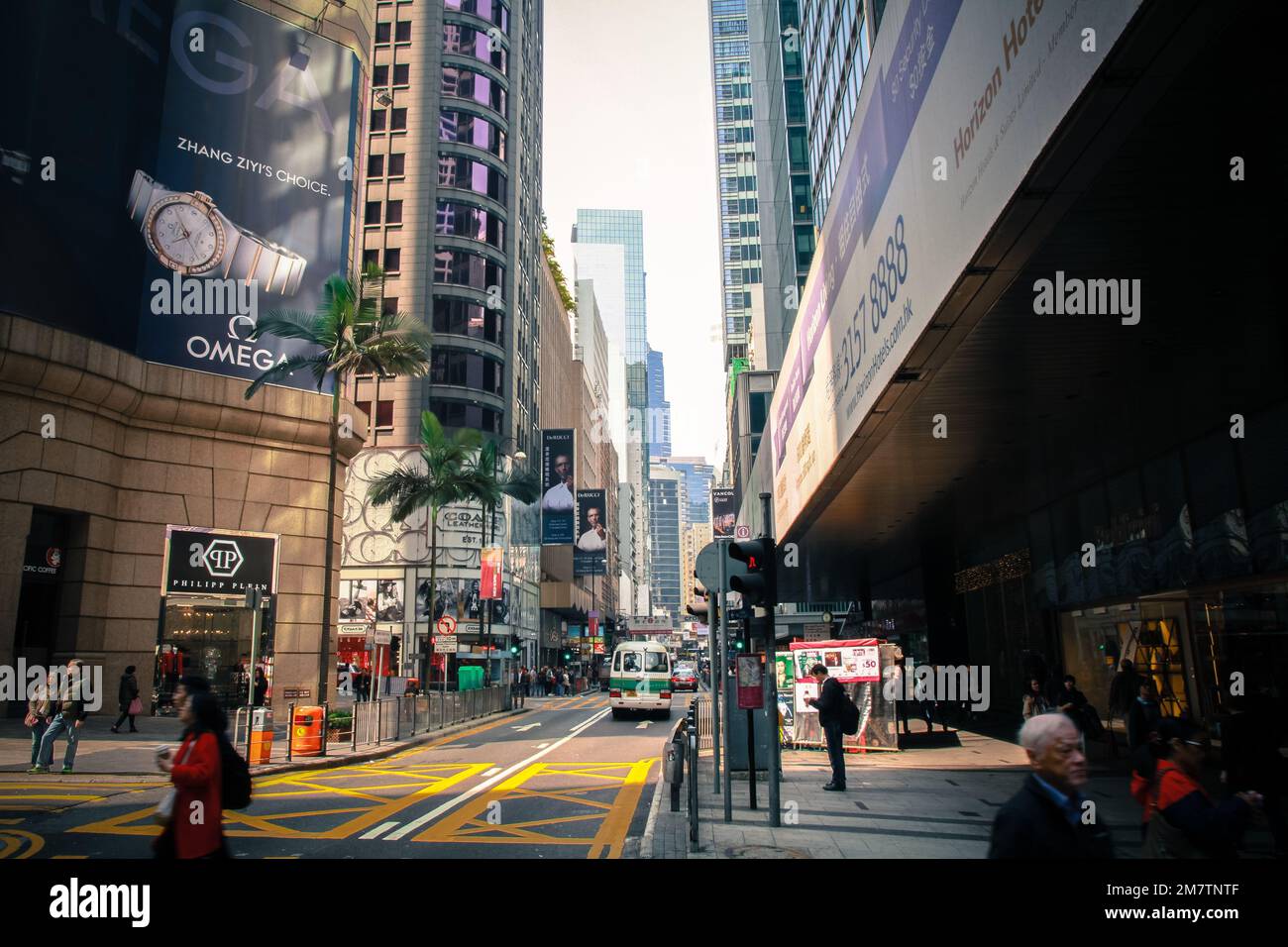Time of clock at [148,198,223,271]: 8:26
